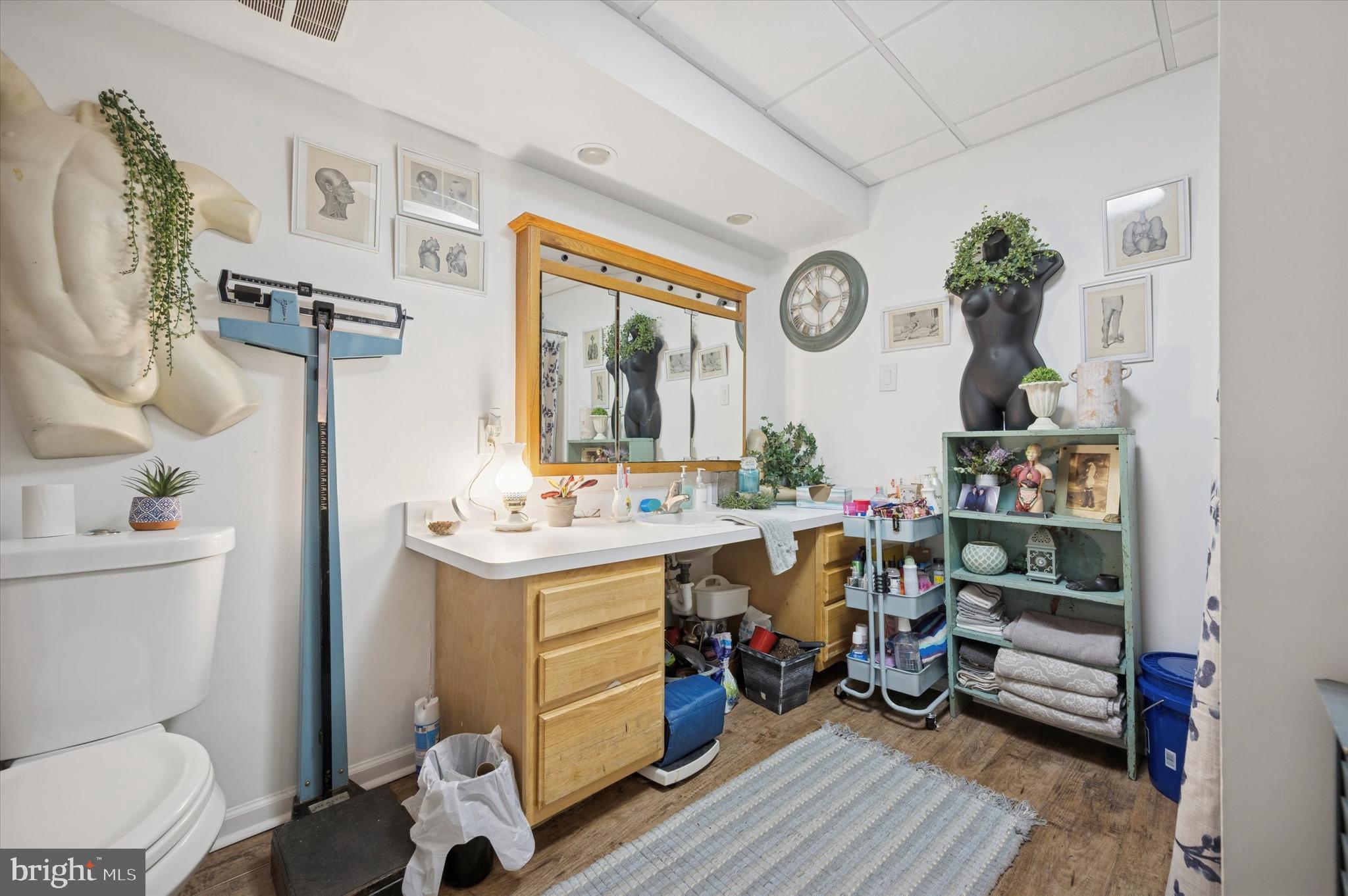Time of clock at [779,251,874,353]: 10:43
